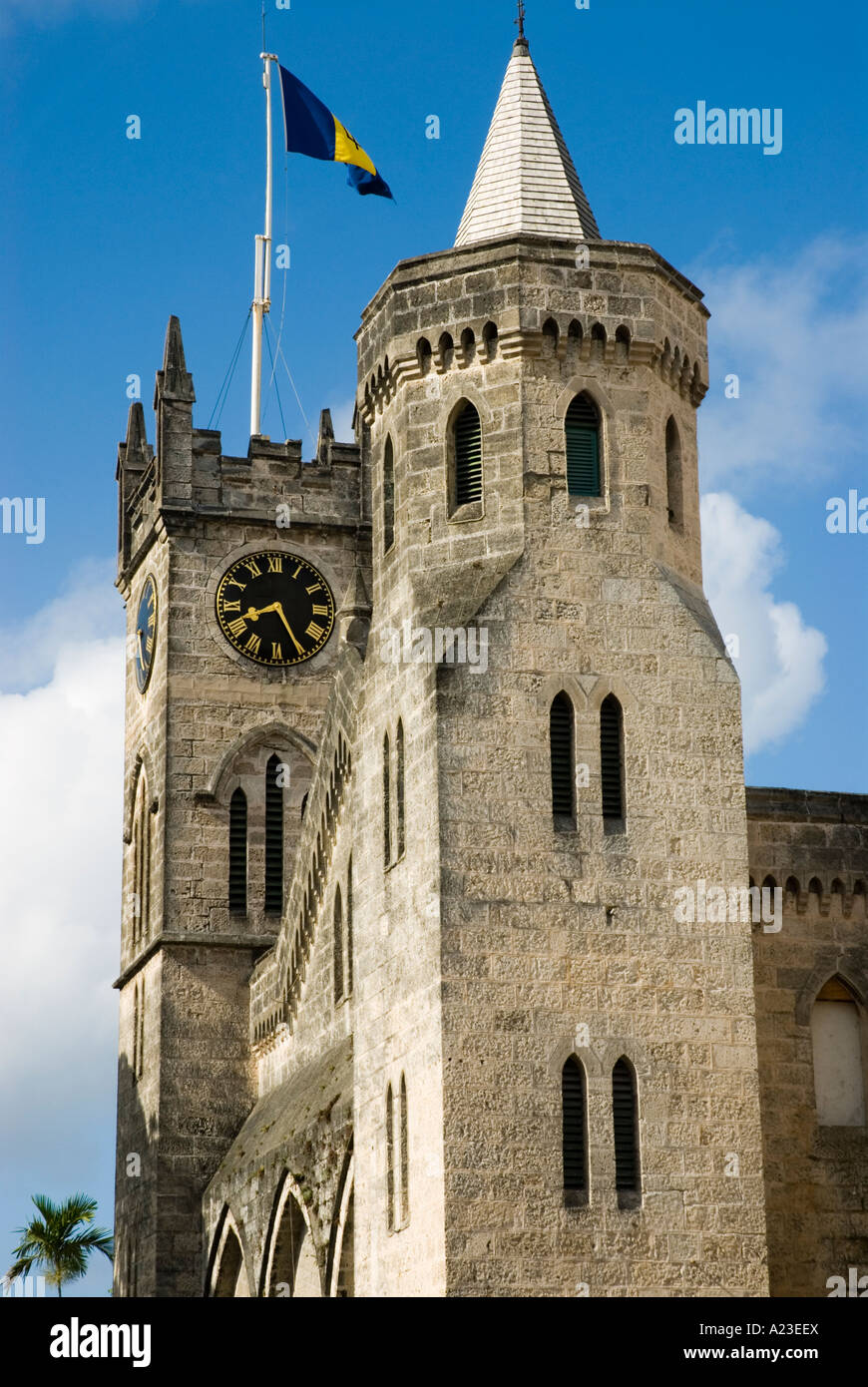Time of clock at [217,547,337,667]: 8:25
